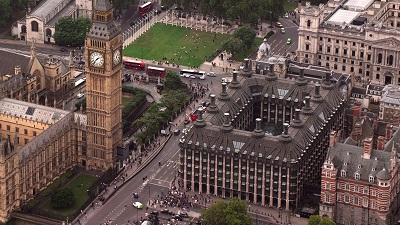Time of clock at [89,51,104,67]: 1:36
